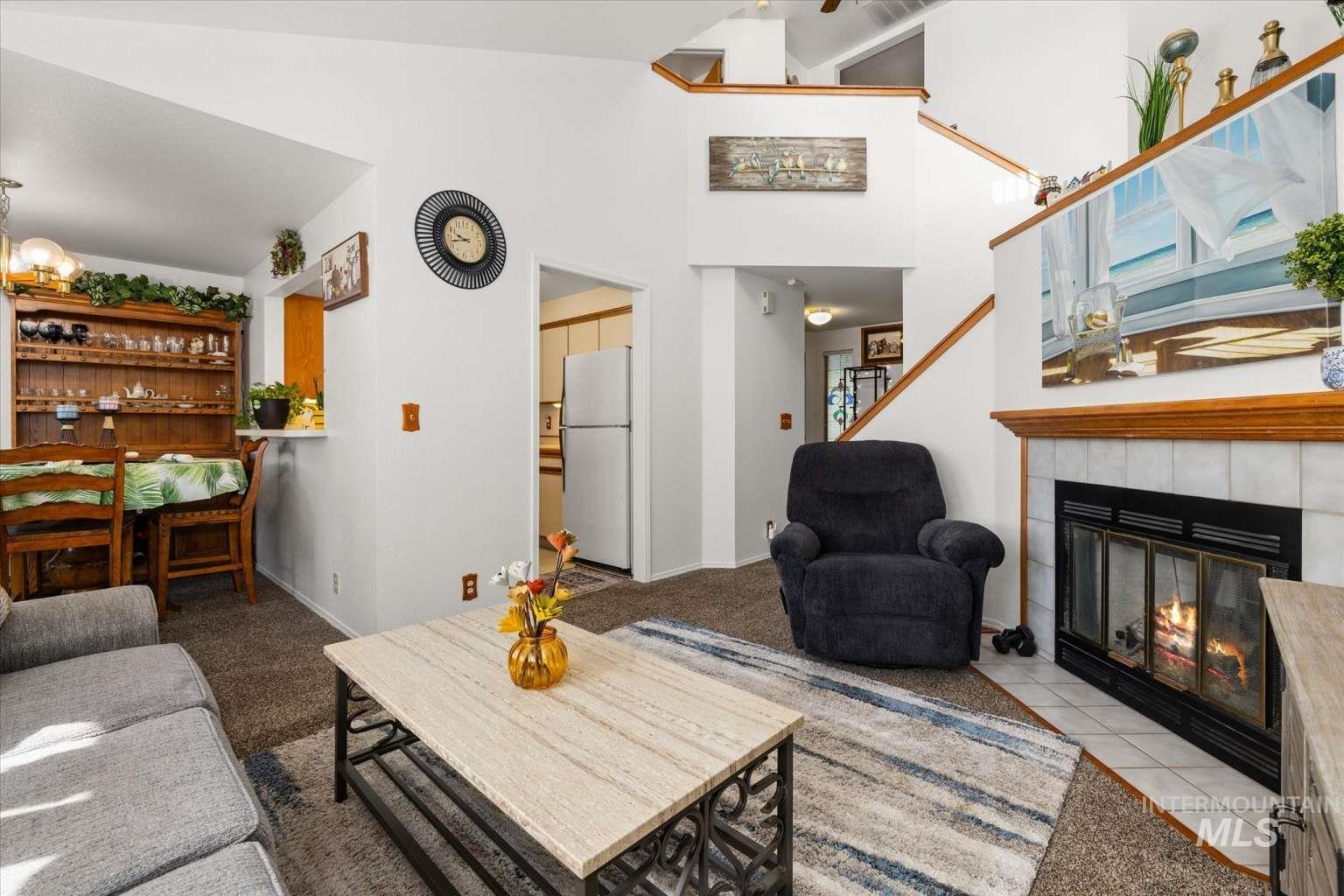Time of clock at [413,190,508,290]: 9:42
